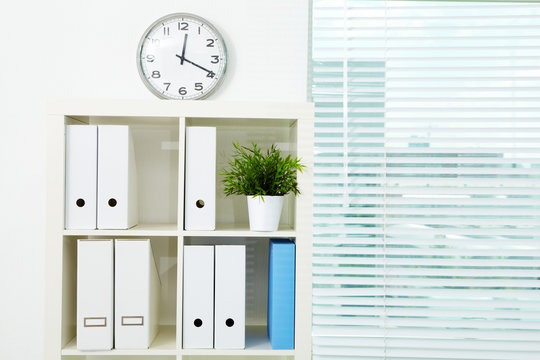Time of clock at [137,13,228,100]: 12:19
